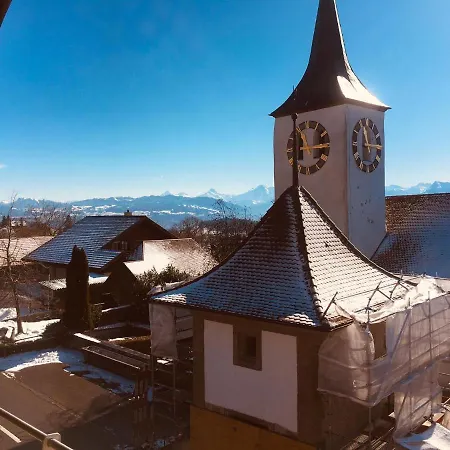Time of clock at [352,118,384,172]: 11:14
